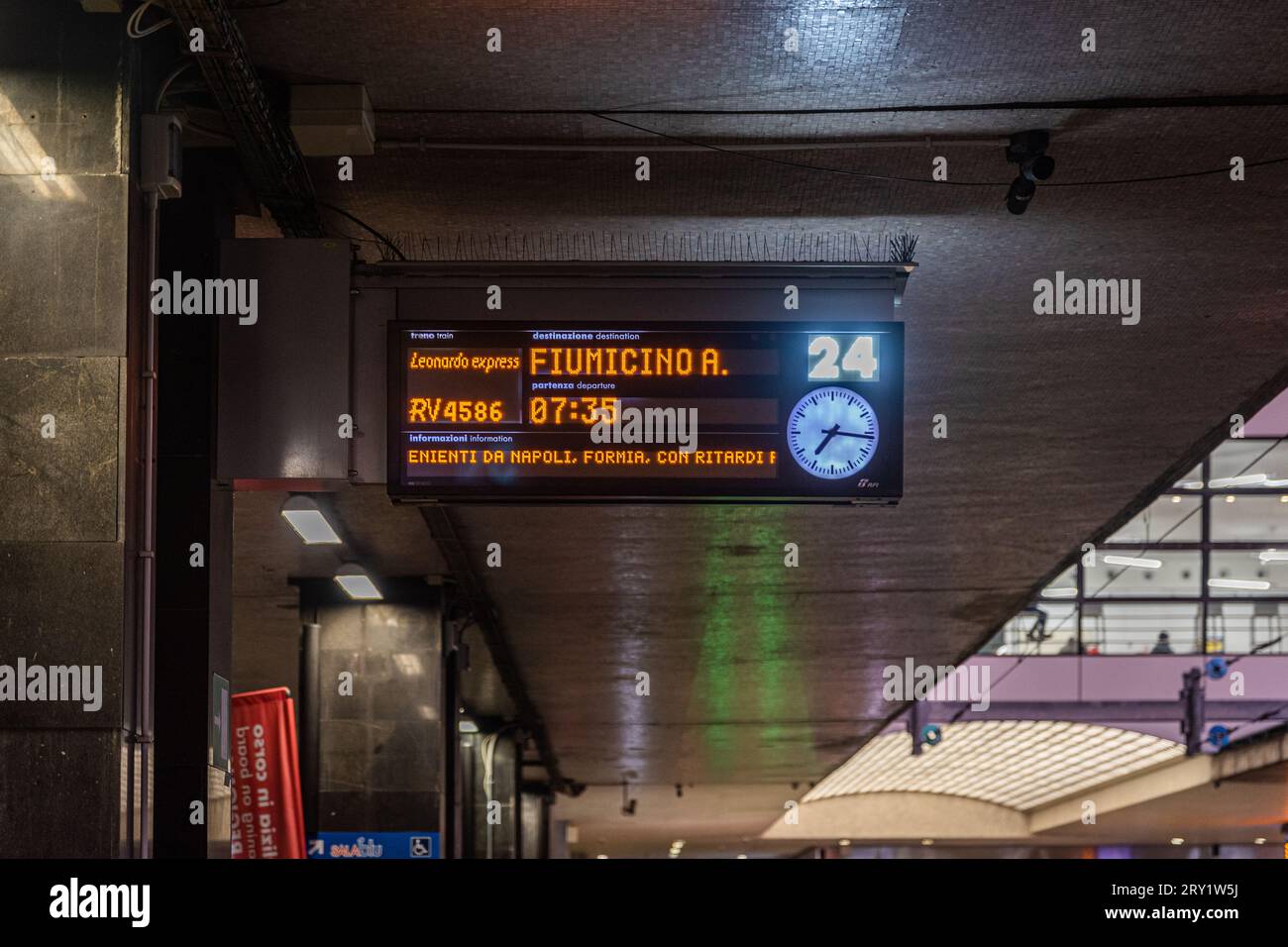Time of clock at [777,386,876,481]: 7:16
